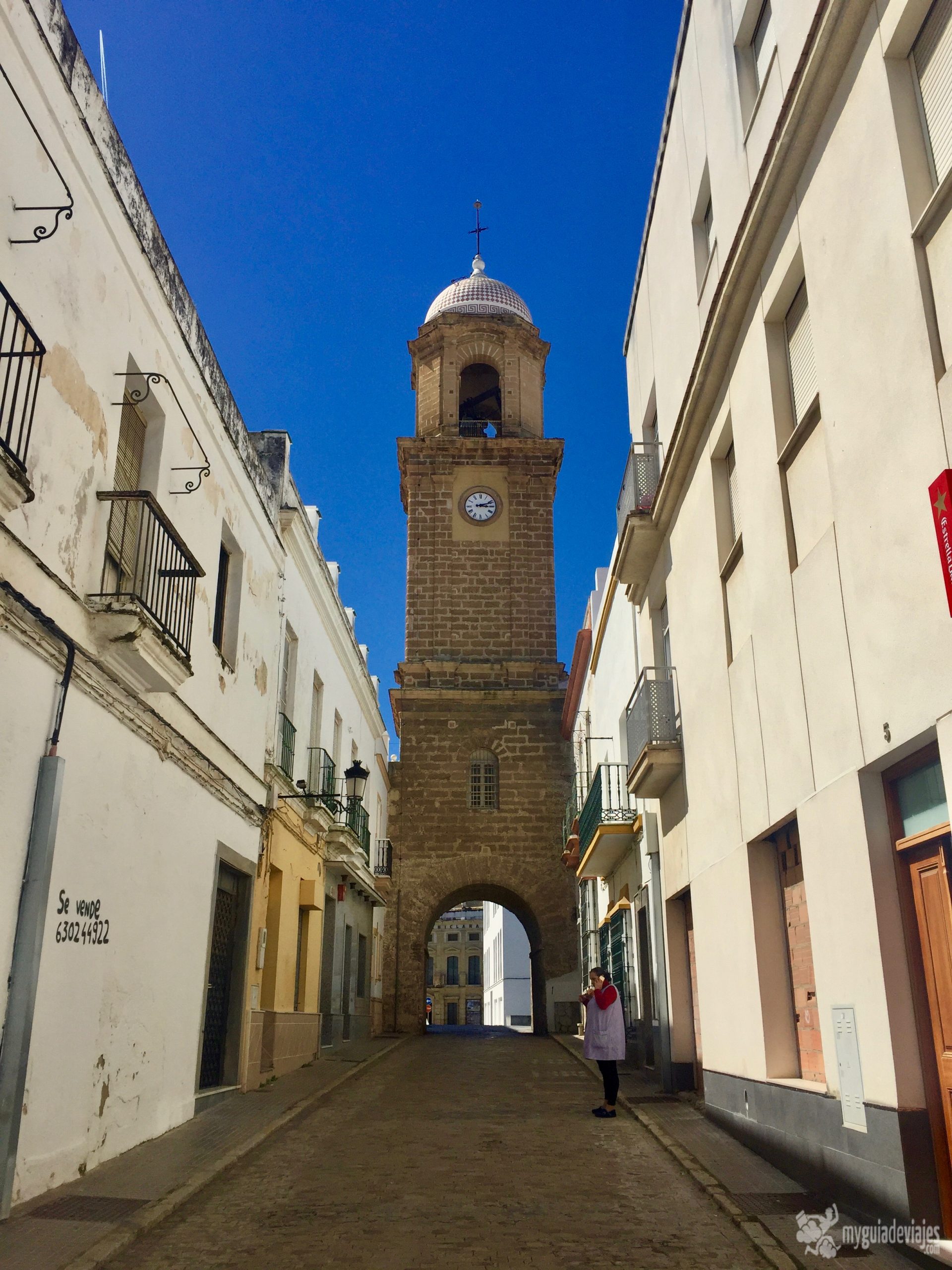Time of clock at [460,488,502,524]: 3:11
